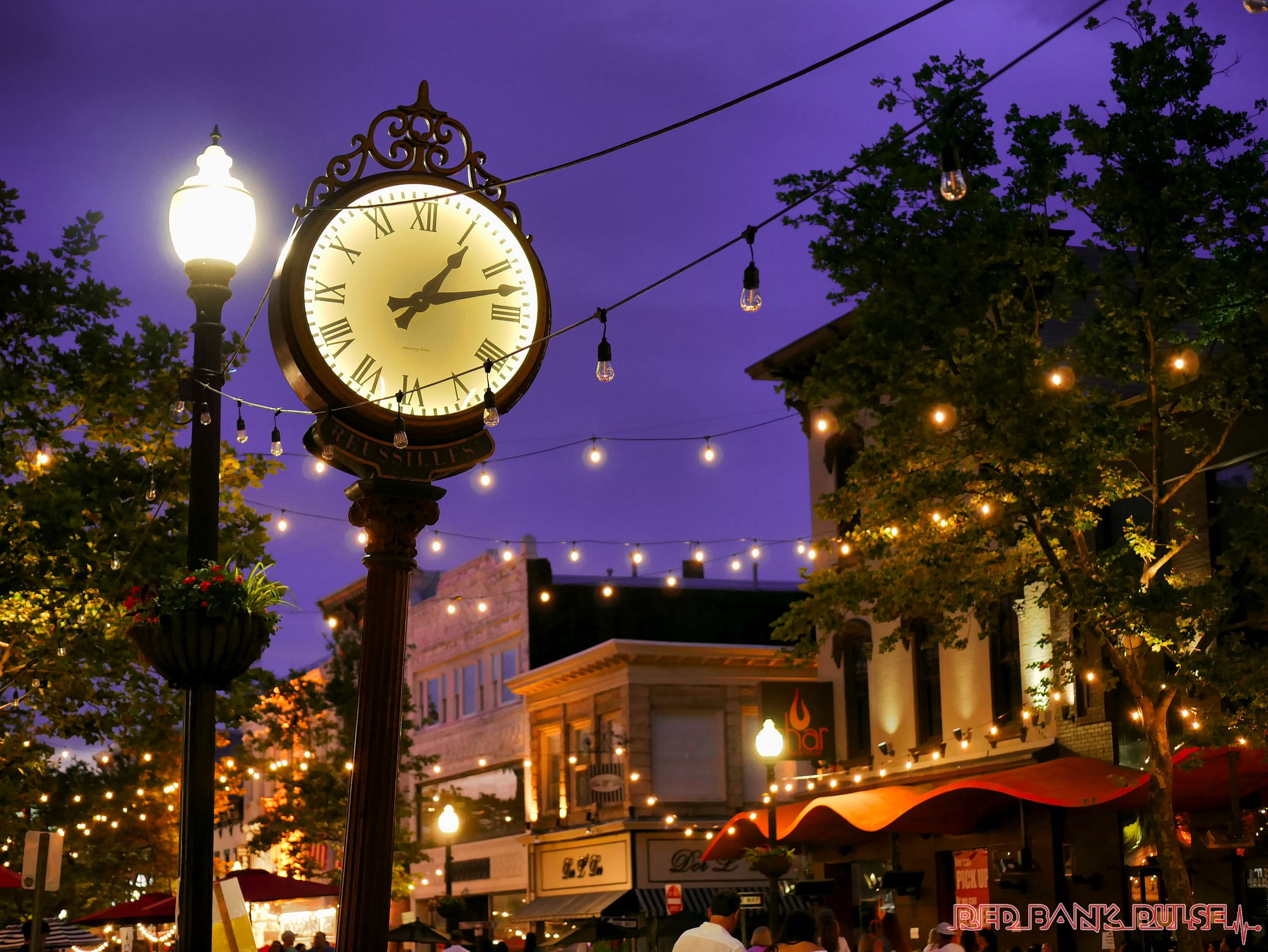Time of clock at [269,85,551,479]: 1:12
